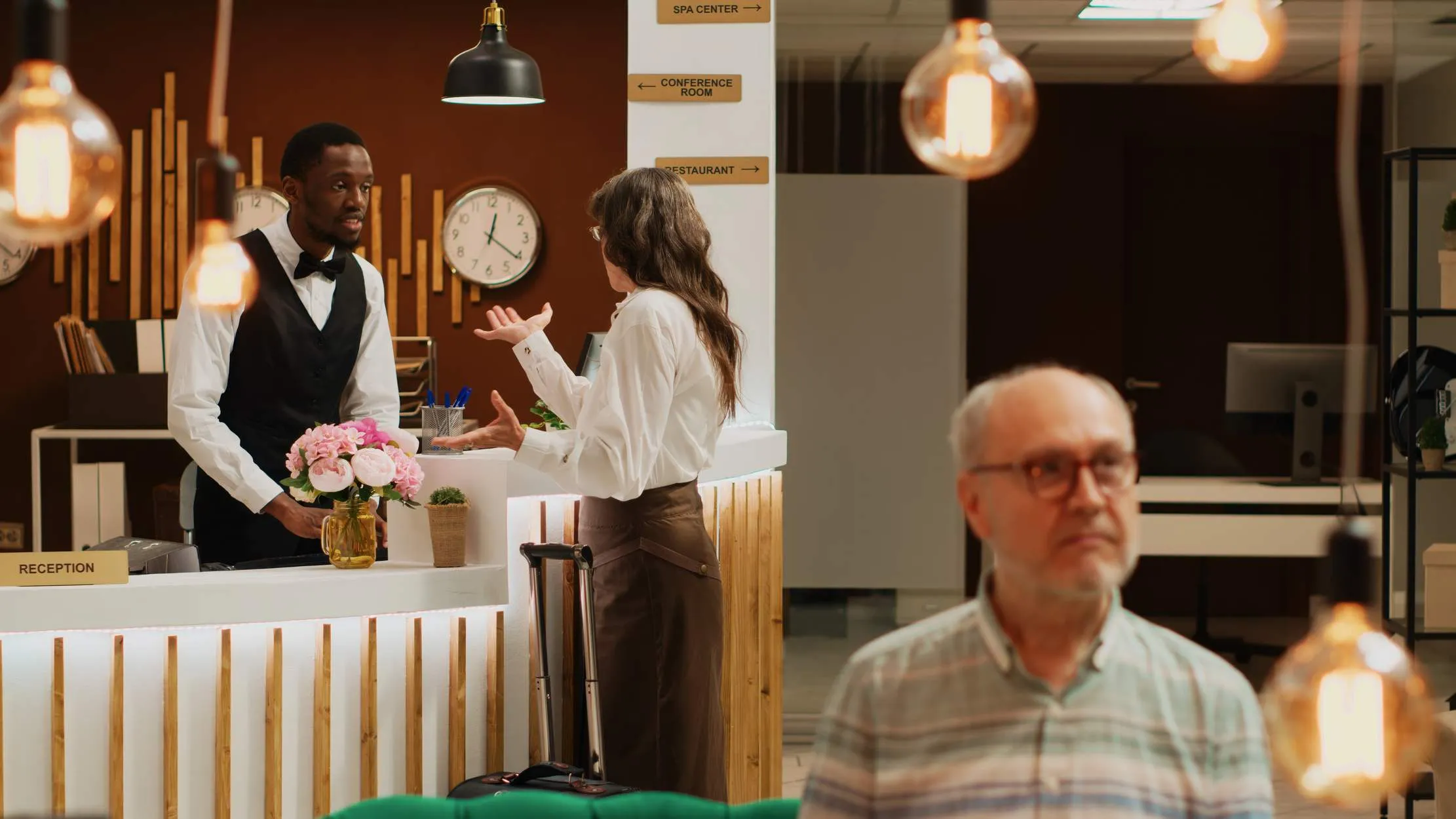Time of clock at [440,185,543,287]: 12:20
